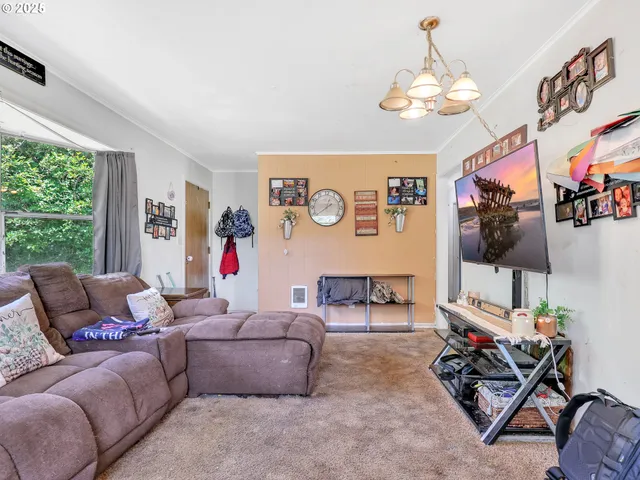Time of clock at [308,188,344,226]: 12:39
